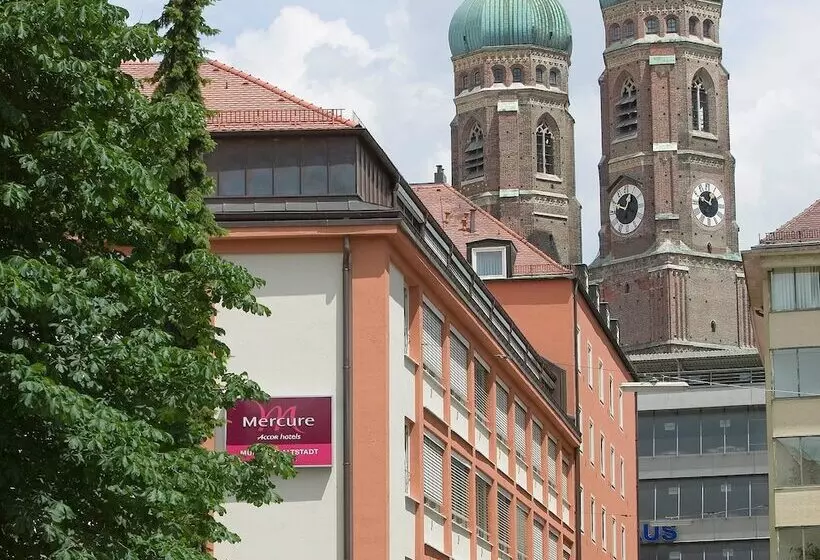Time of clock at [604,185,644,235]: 12:48
